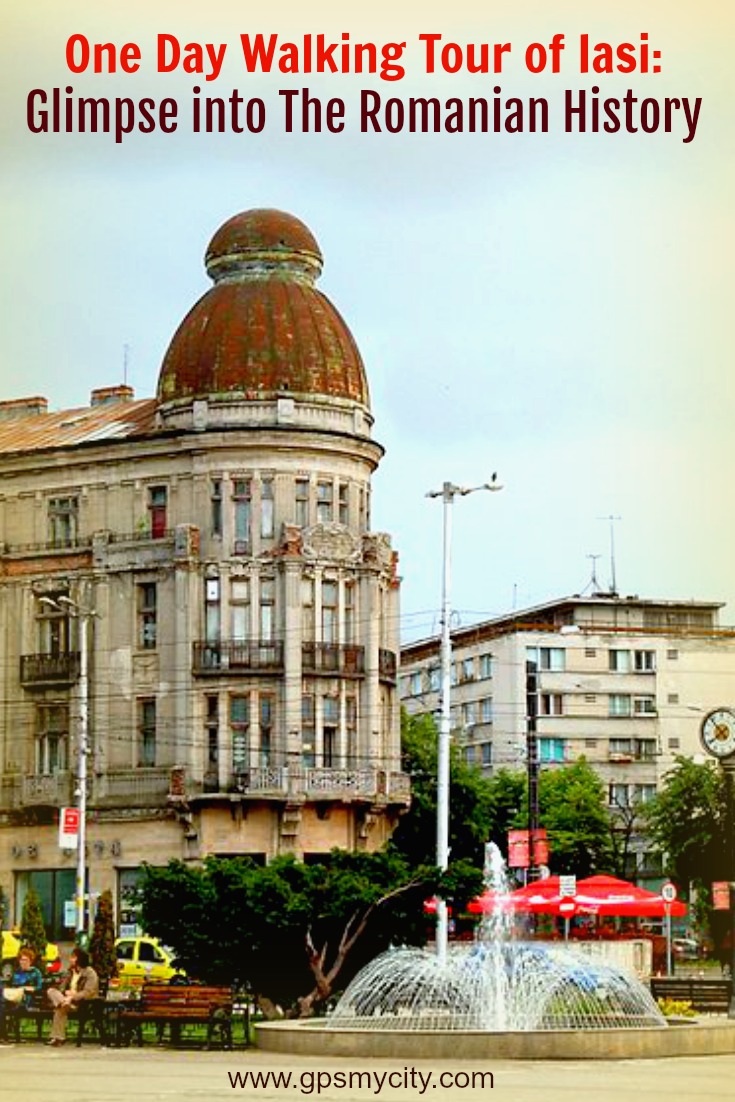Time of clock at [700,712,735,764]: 7:52
